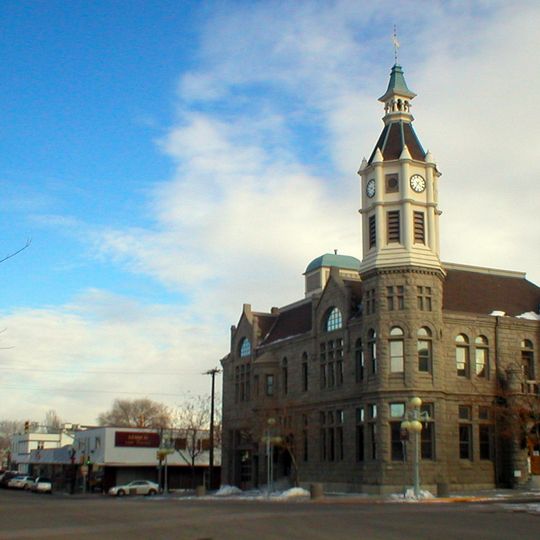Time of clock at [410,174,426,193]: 4:35
